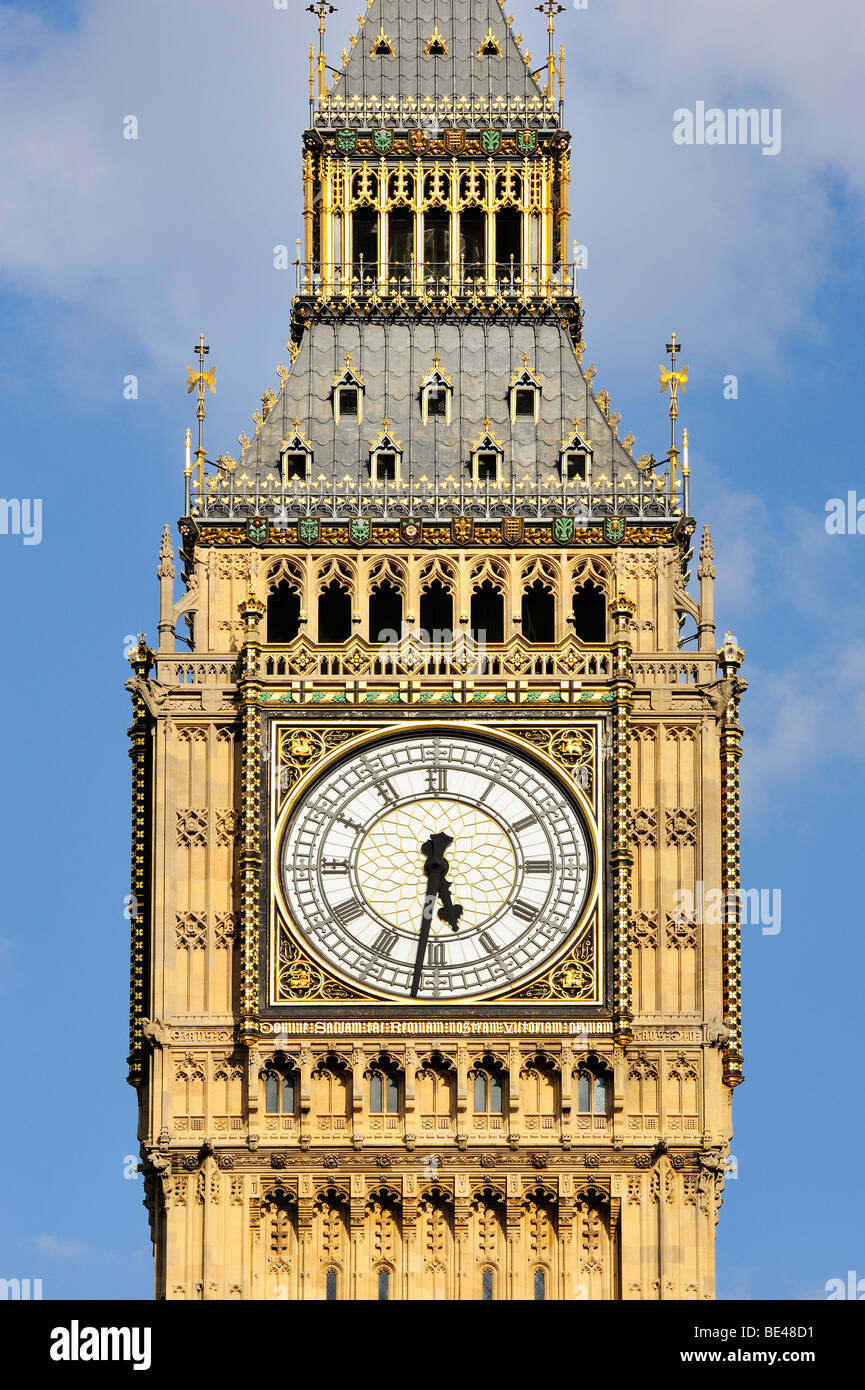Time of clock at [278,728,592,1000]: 5:31
